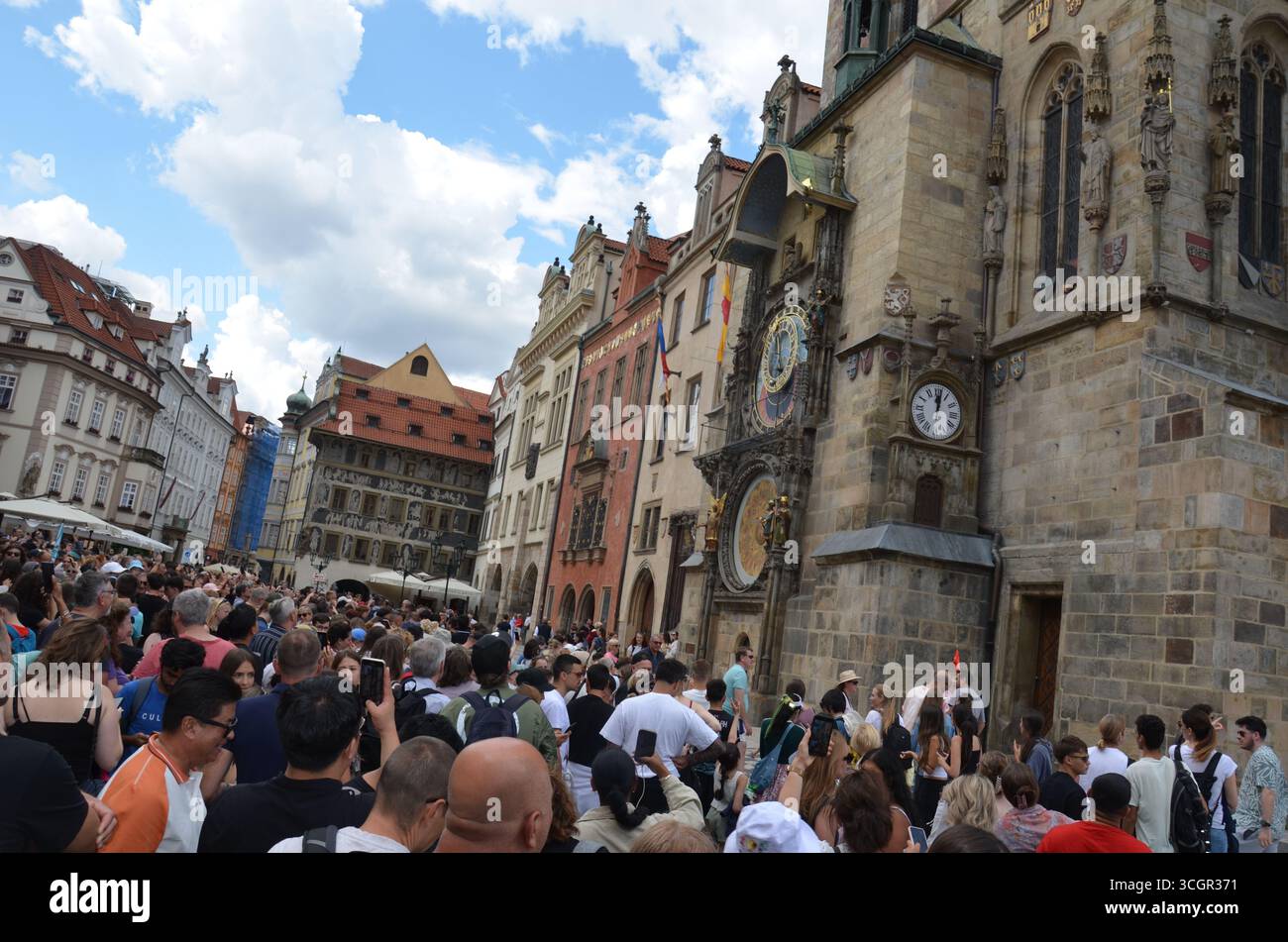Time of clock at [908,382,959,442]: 12:01
